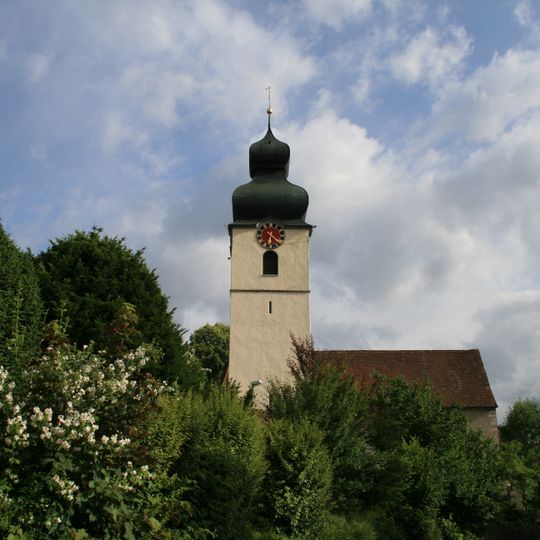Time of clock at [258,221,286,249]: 6:21
